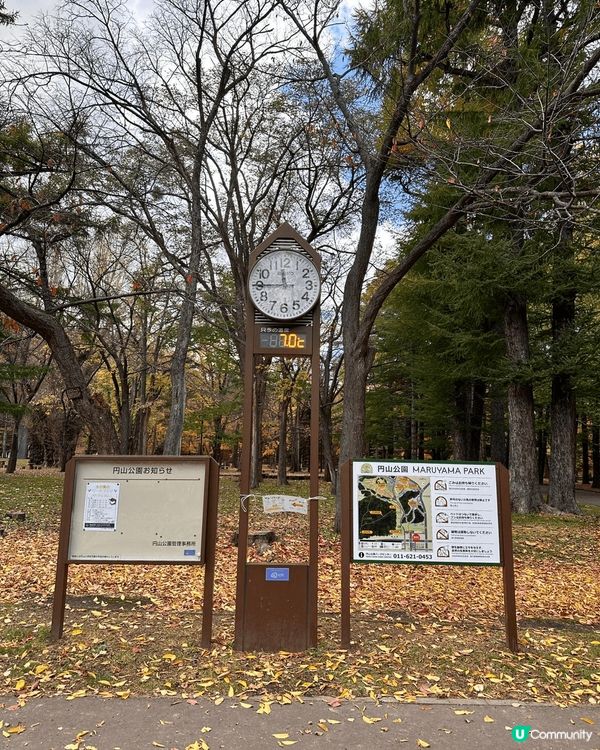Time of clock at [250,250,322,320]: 11:45
